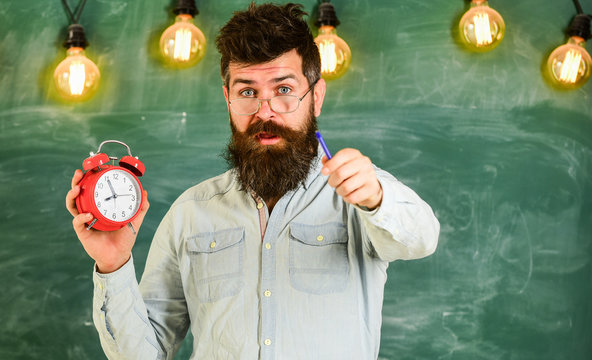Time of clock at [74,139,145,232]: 7:55
